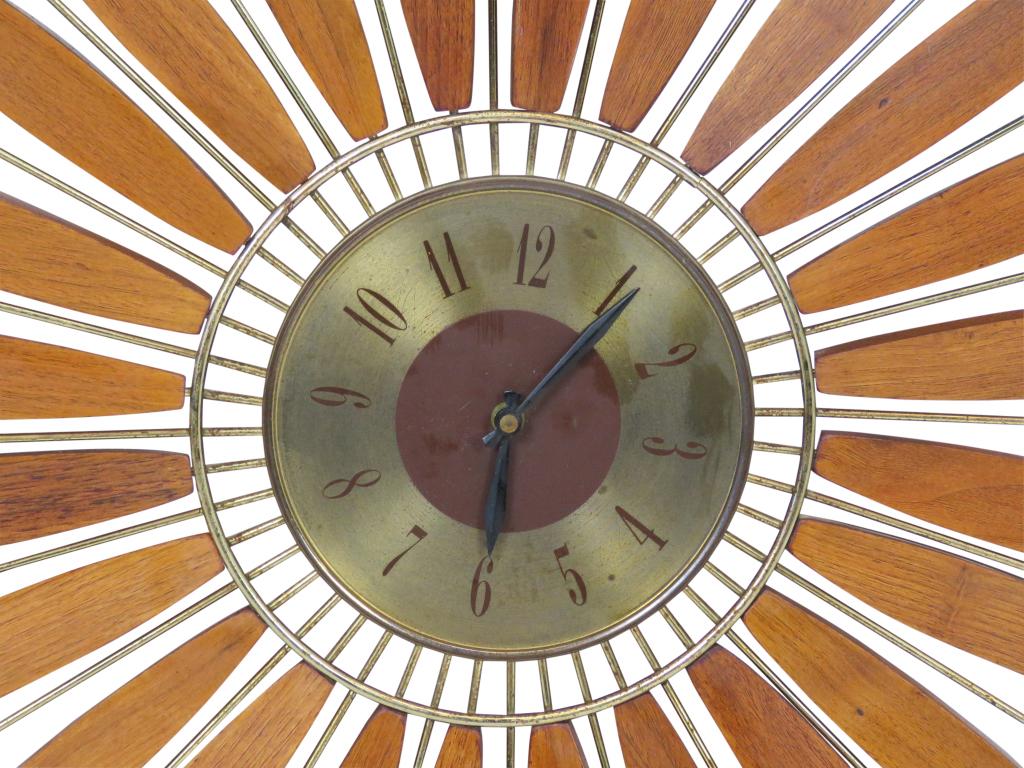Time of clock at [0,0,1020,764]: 6:06
